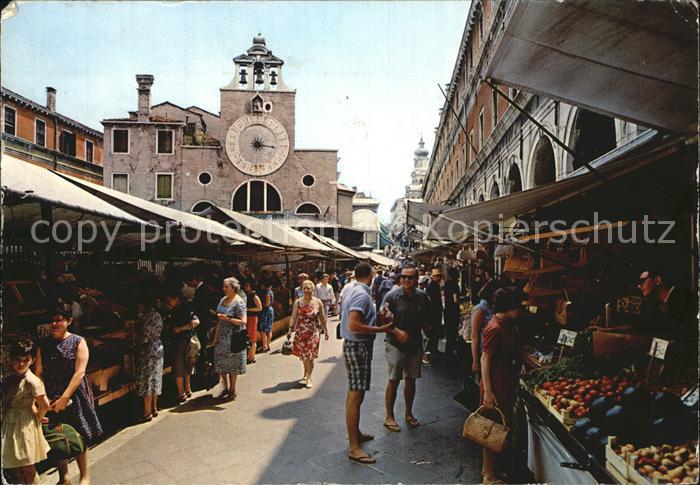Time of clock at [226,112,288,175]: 3:16
